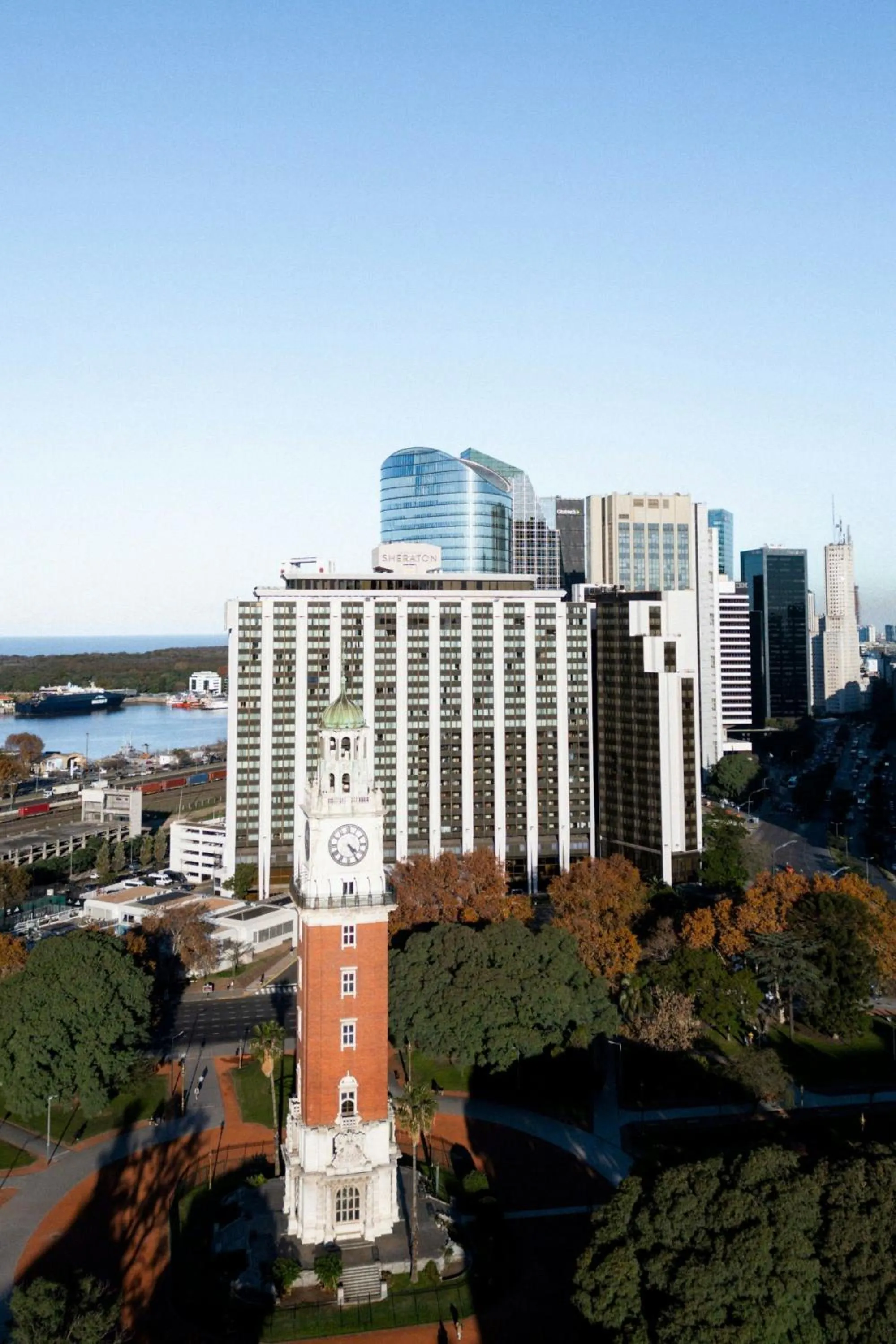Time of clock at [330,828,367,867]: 4:24
